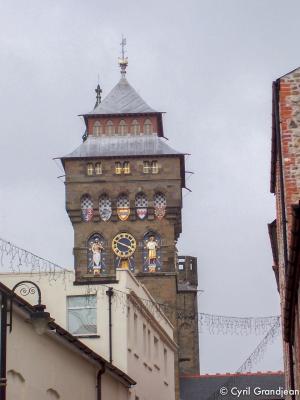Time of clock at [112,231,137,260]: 3:47
